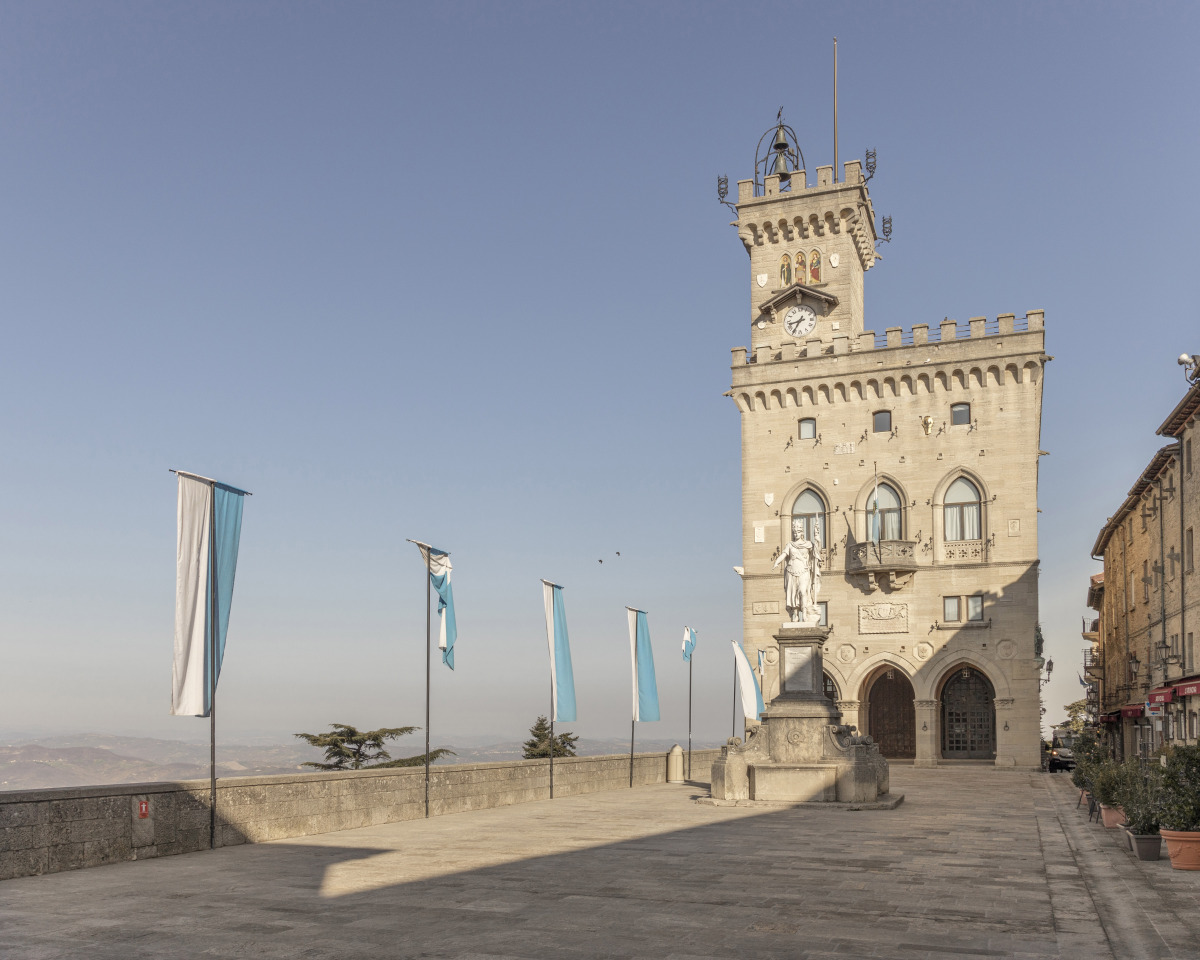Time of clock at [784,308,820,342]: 8:35
